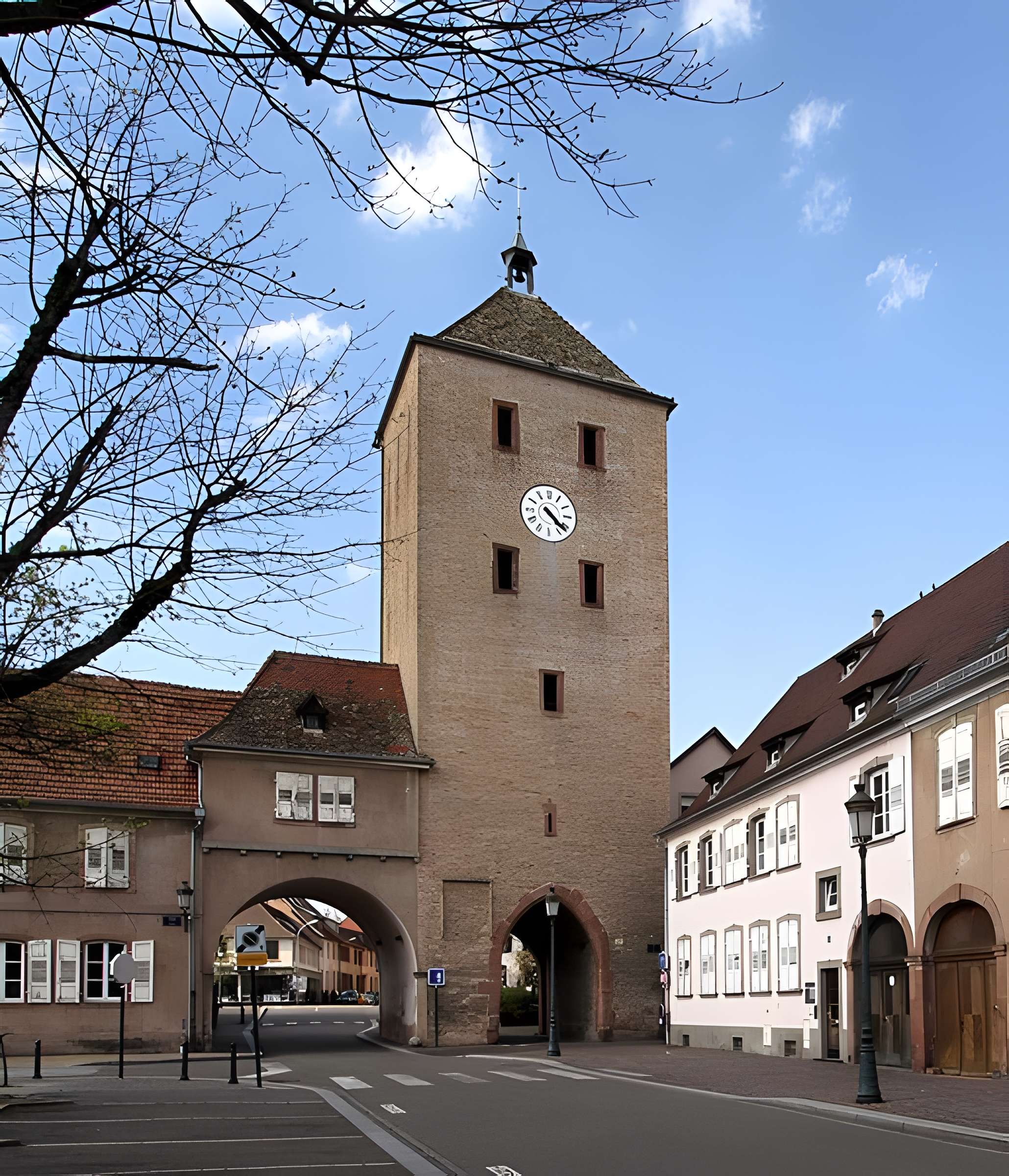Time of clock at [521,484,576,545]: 4:21
